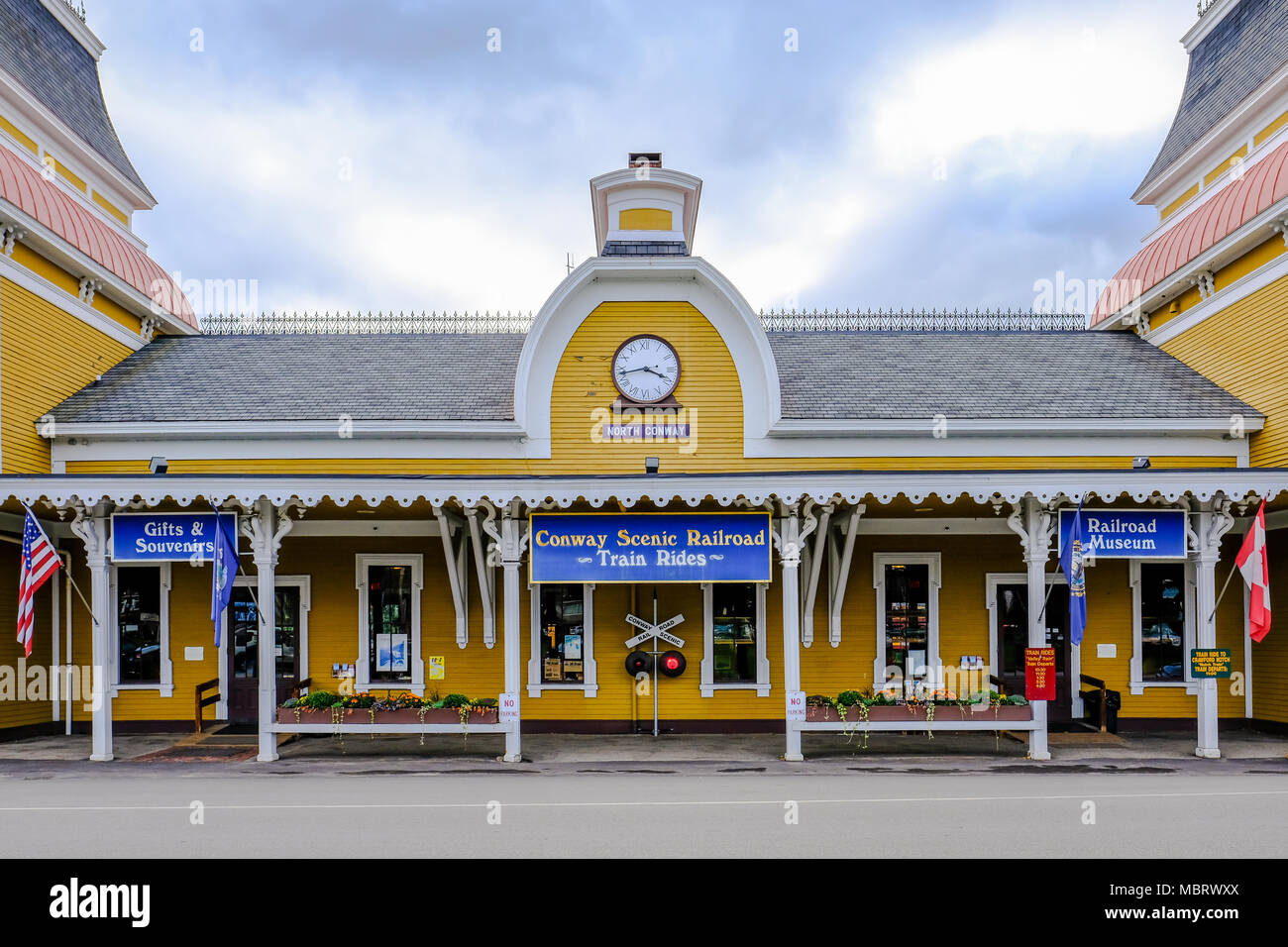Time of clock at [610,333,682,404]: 3:43
